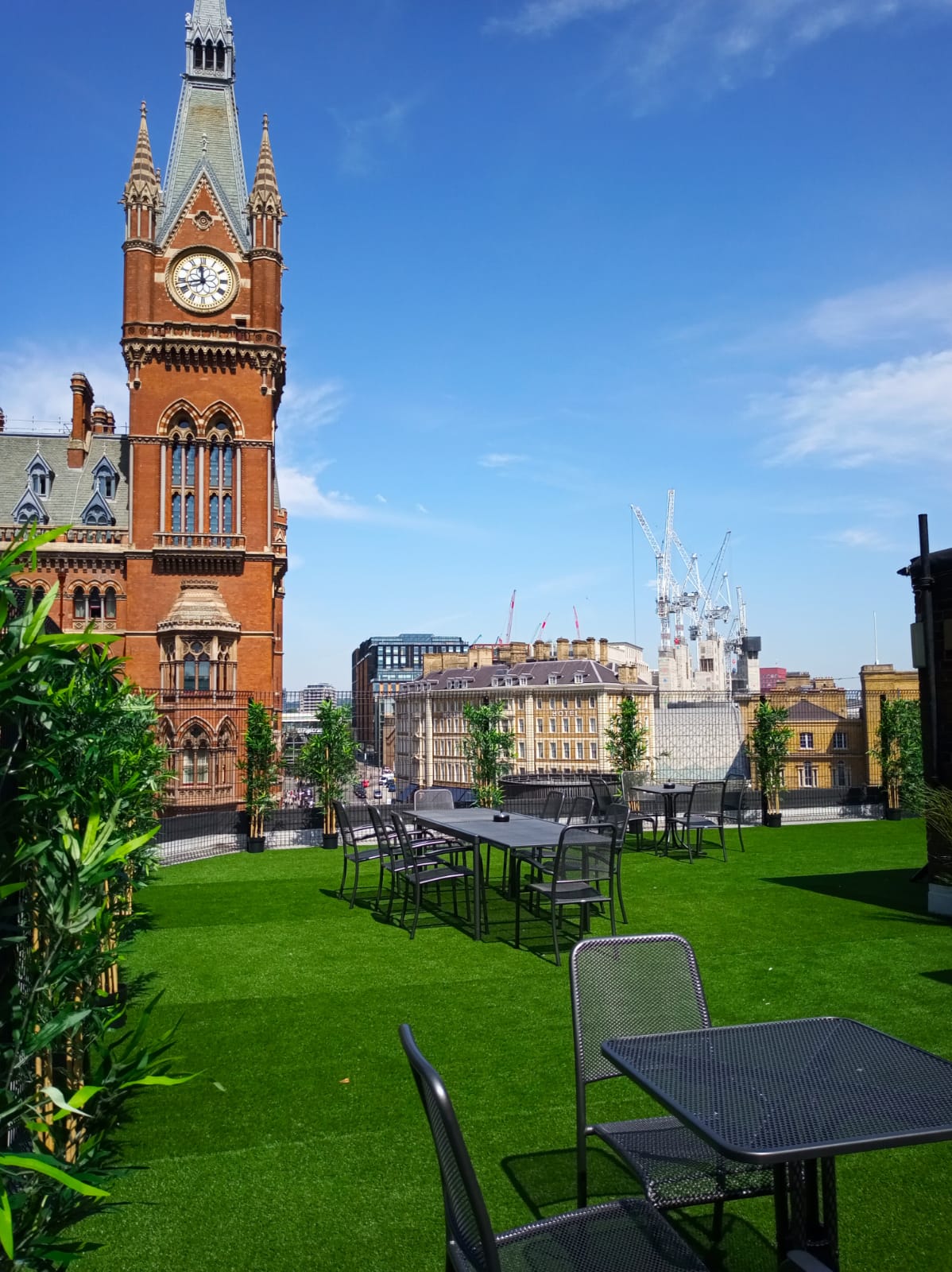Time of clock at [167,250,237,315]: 11:42
